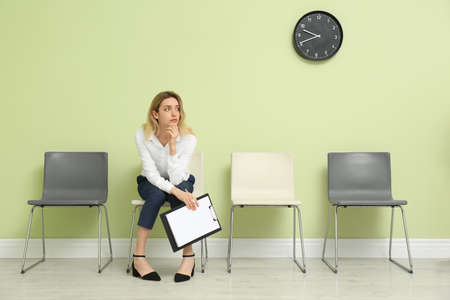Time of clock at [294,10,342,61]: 9:41
